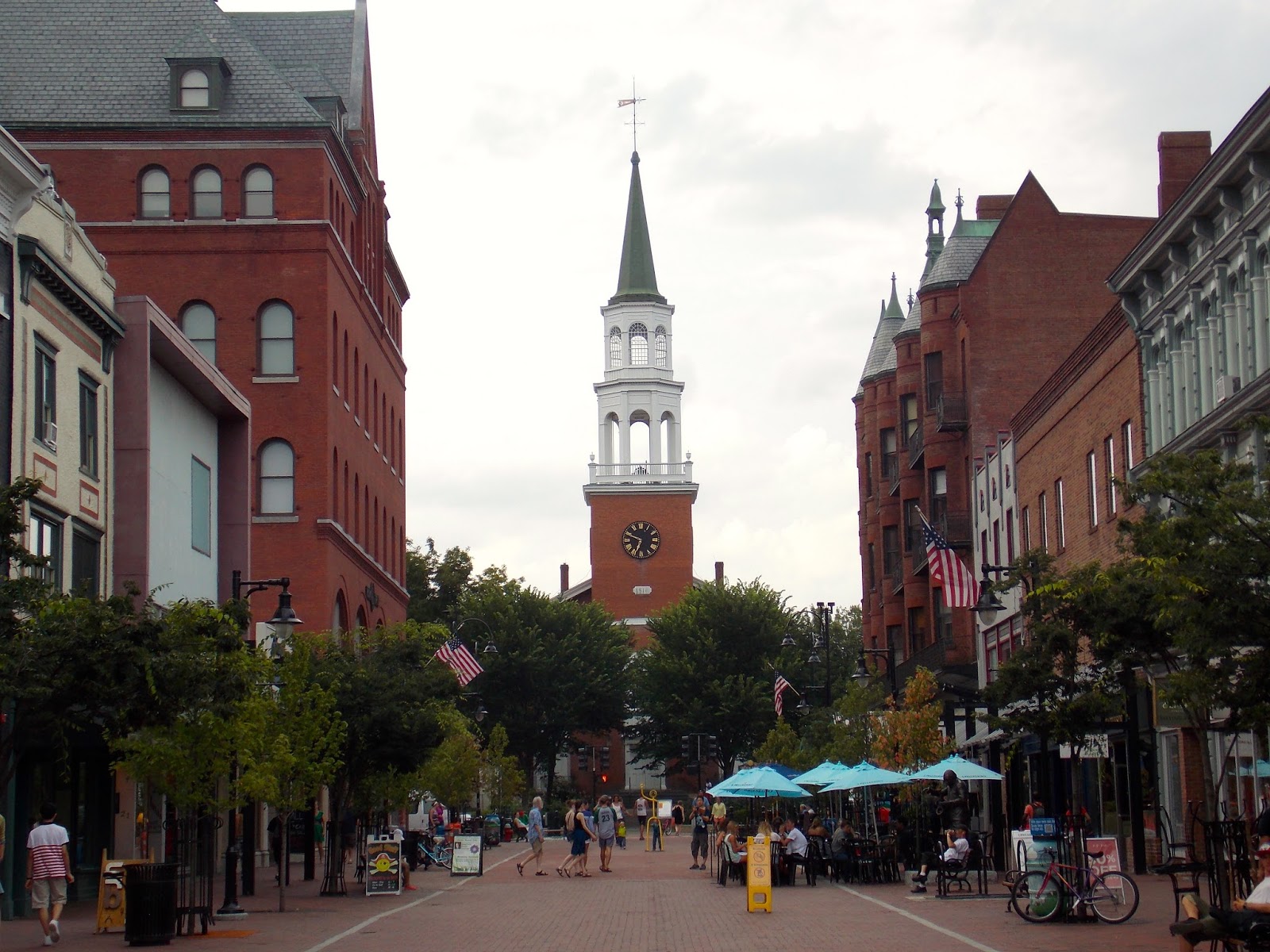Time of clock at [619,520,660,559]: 6:48
